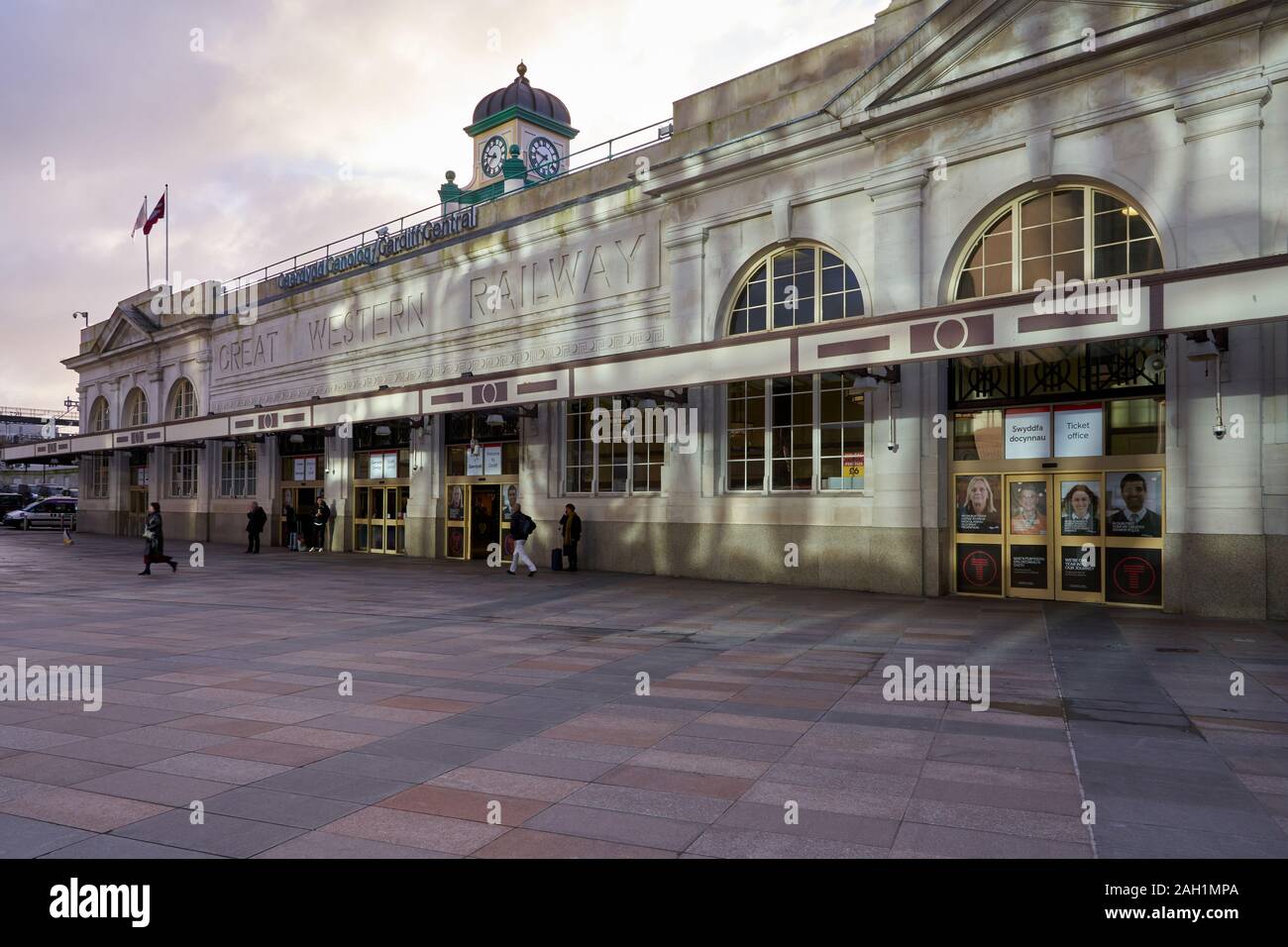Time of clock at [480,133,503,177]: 9:38
